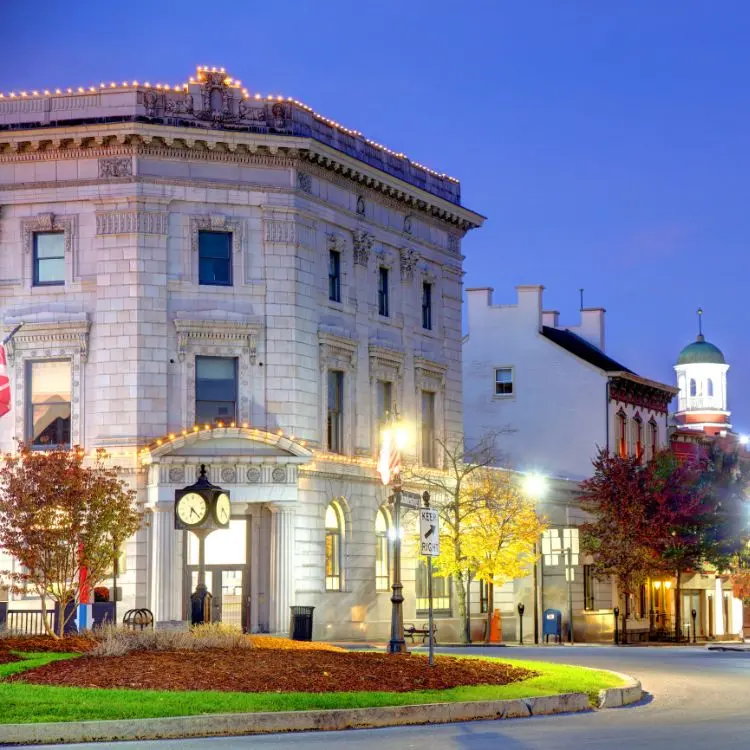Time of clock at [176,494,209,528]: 6:22
